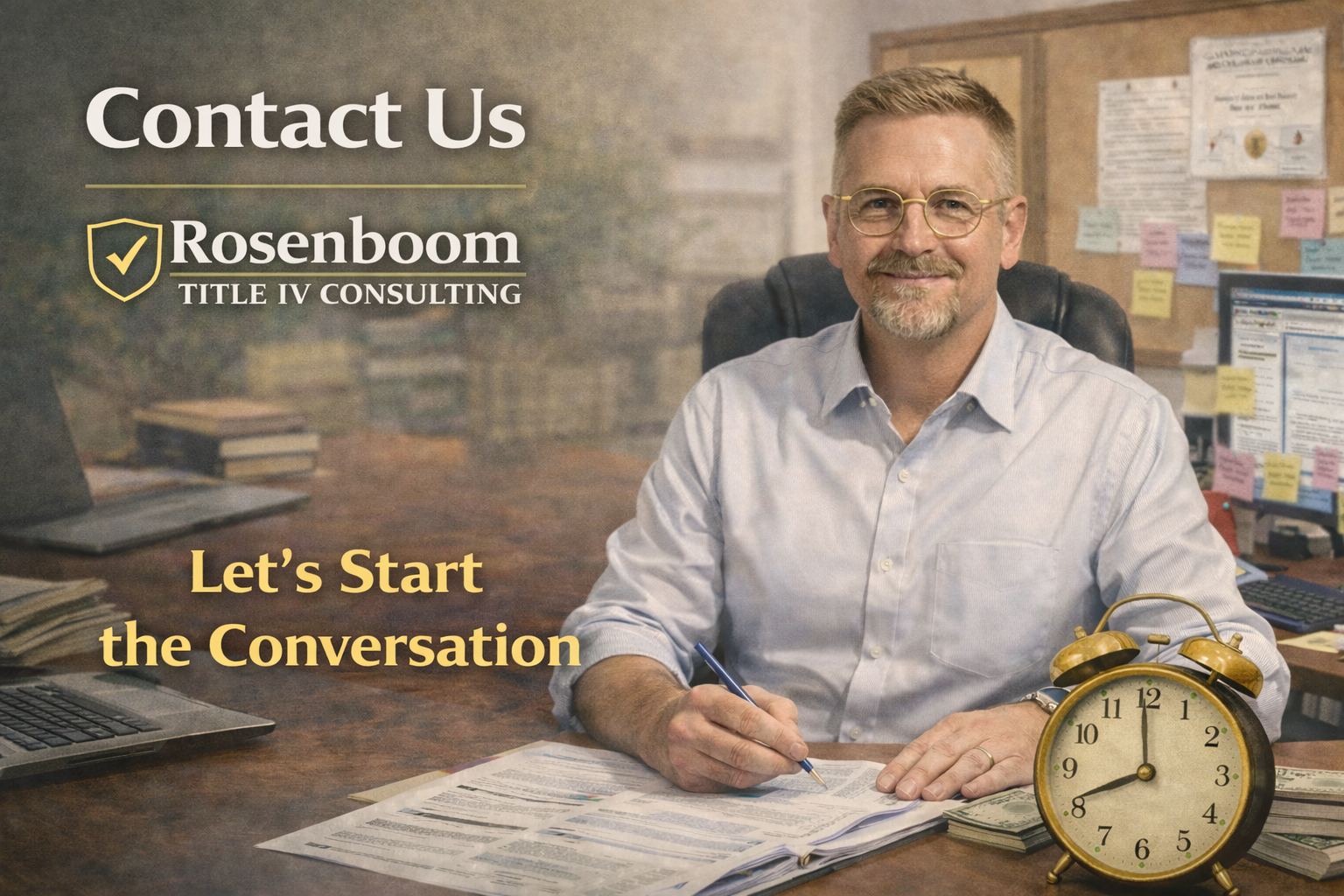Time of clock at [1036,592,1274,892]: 7:59
